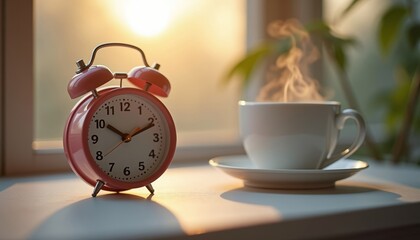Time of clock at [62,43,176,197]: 10:11
